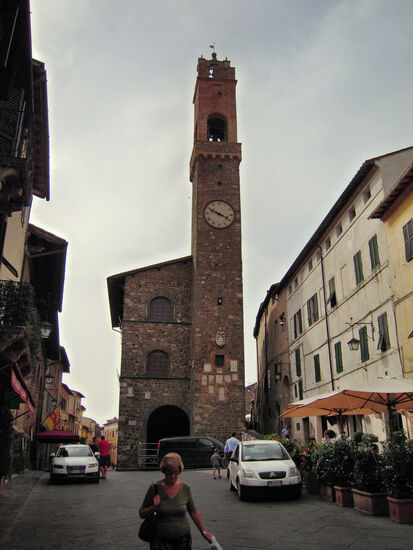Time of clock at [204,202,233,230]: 3:49
